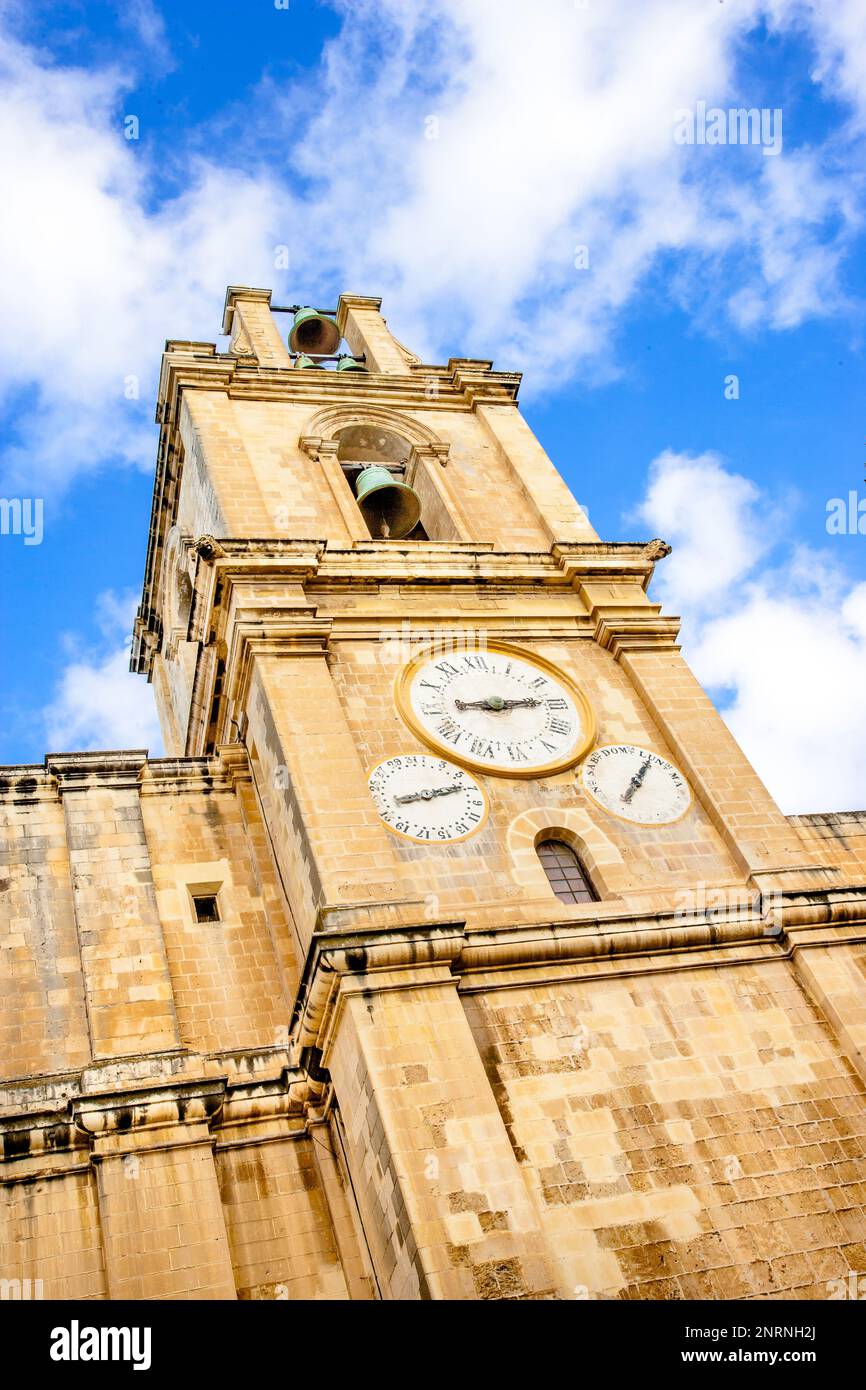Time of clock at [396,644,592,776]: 9:13
